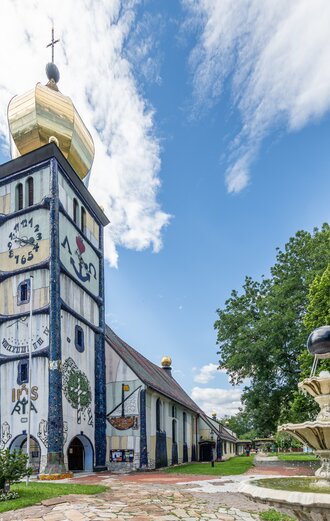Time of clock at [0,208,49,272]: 3:19
